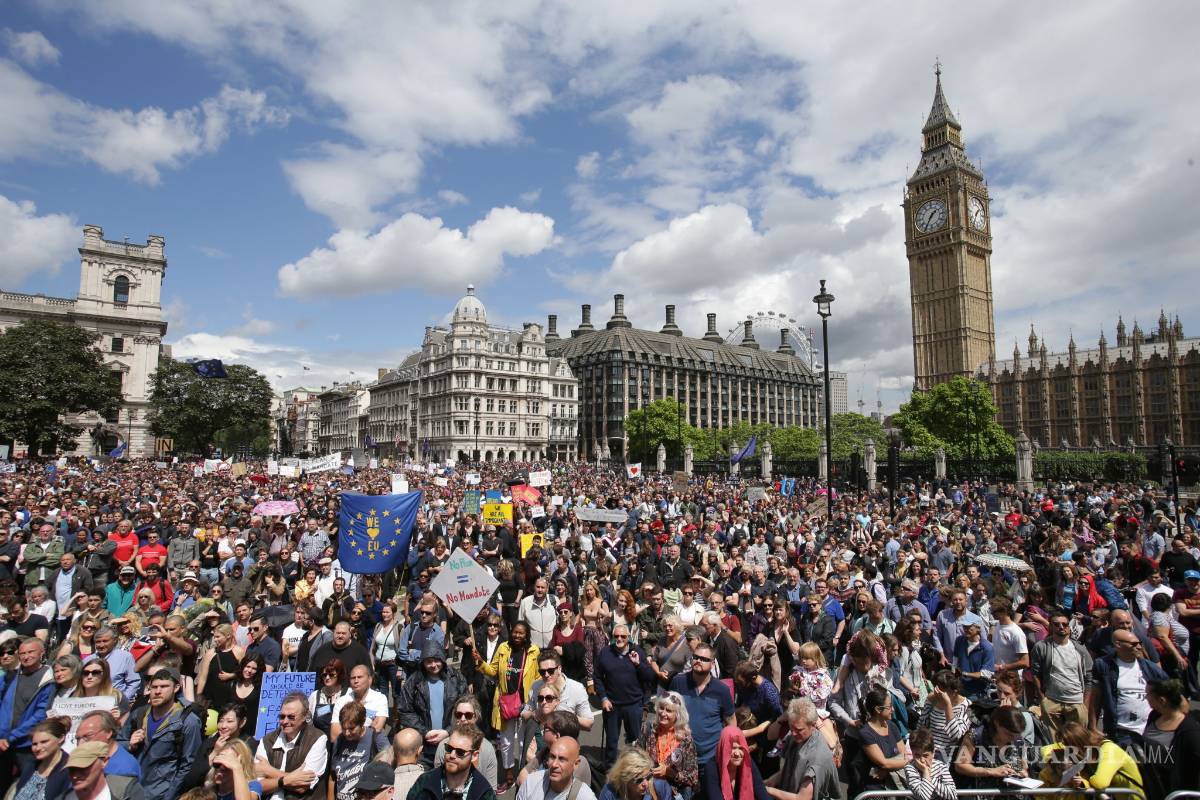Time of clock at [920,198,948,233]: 1:35
